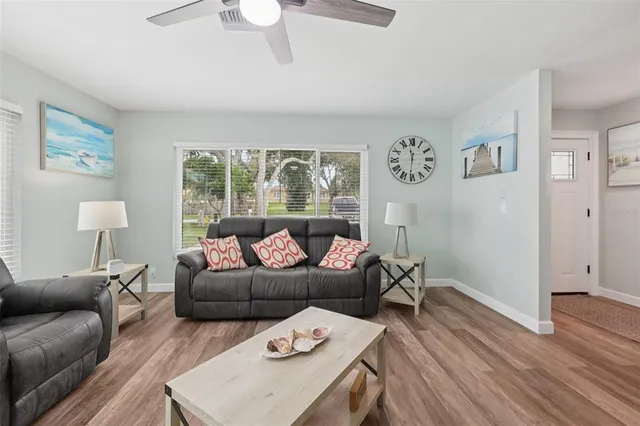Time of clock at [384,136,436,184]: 11:31
